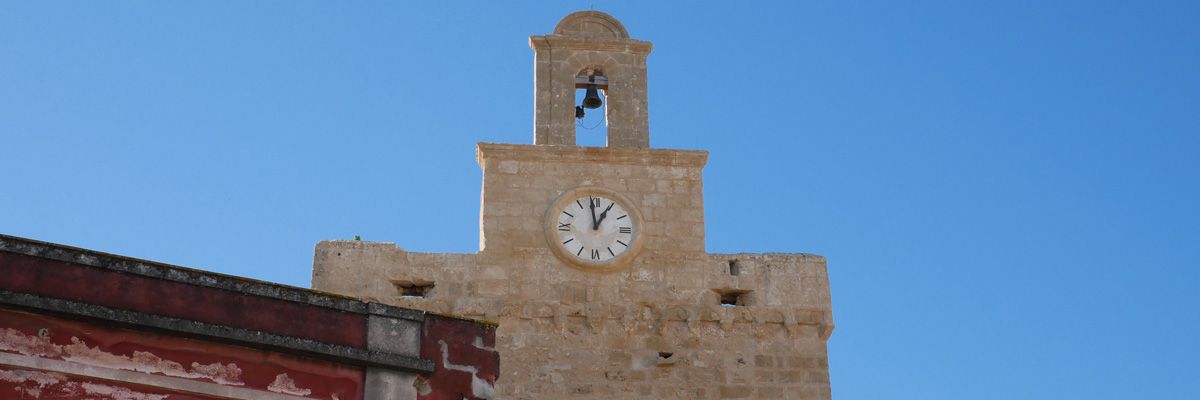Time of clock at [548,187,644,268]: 12:58
